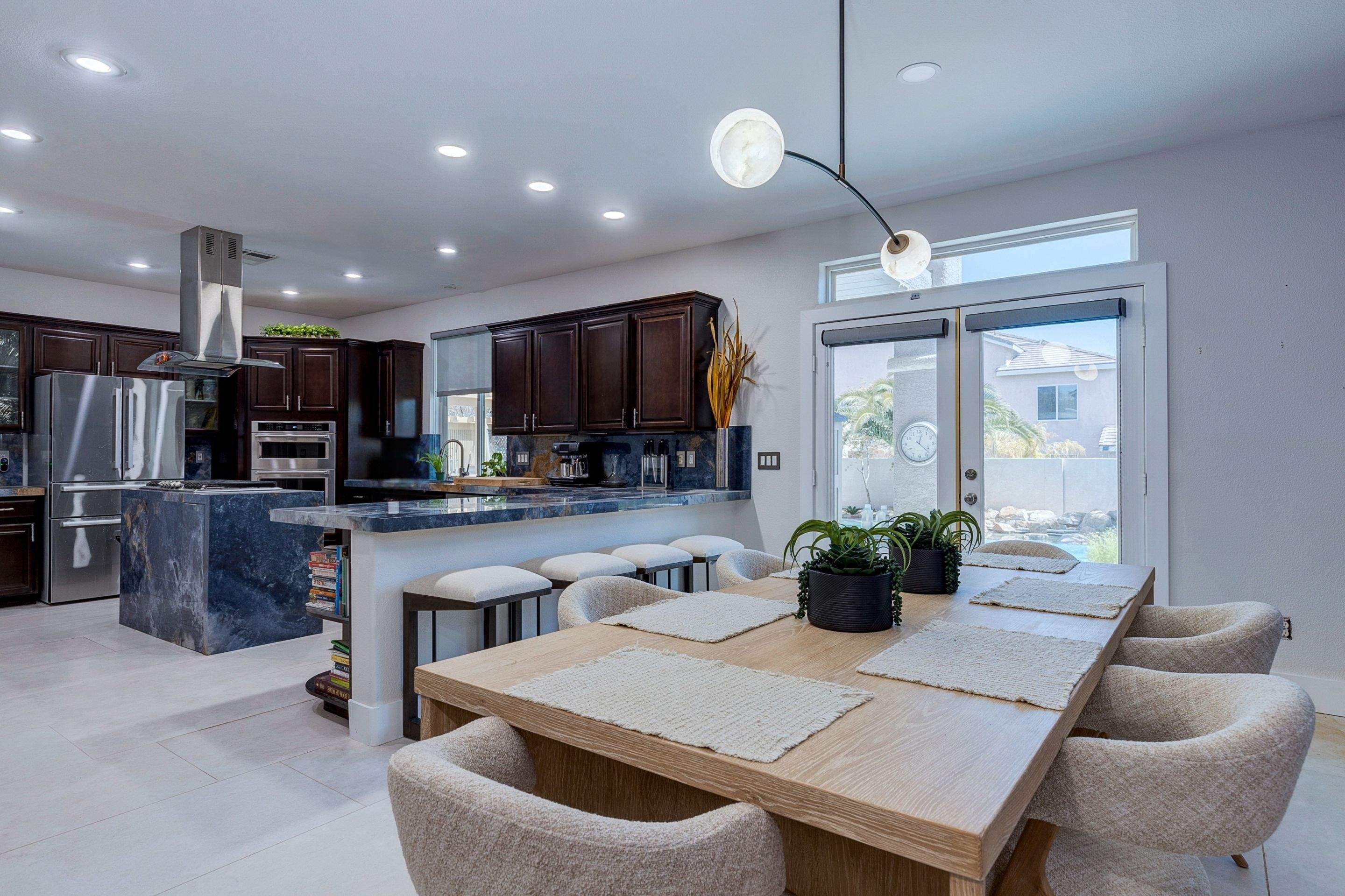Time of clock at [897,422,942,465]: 12:22
